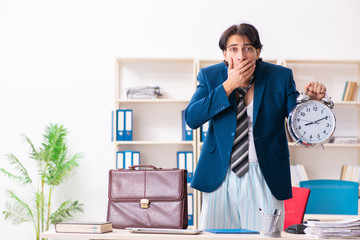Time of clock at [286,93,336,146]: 8:09
